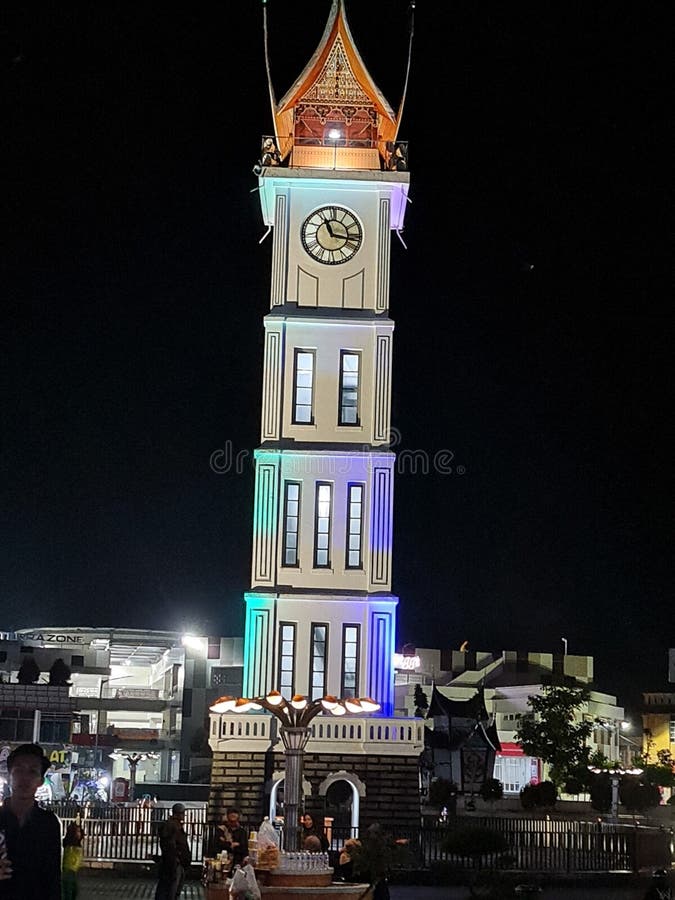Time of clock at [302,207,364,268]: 11:16
